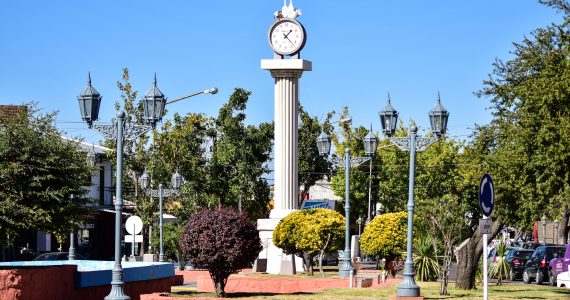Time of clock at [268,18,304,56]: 1:22
